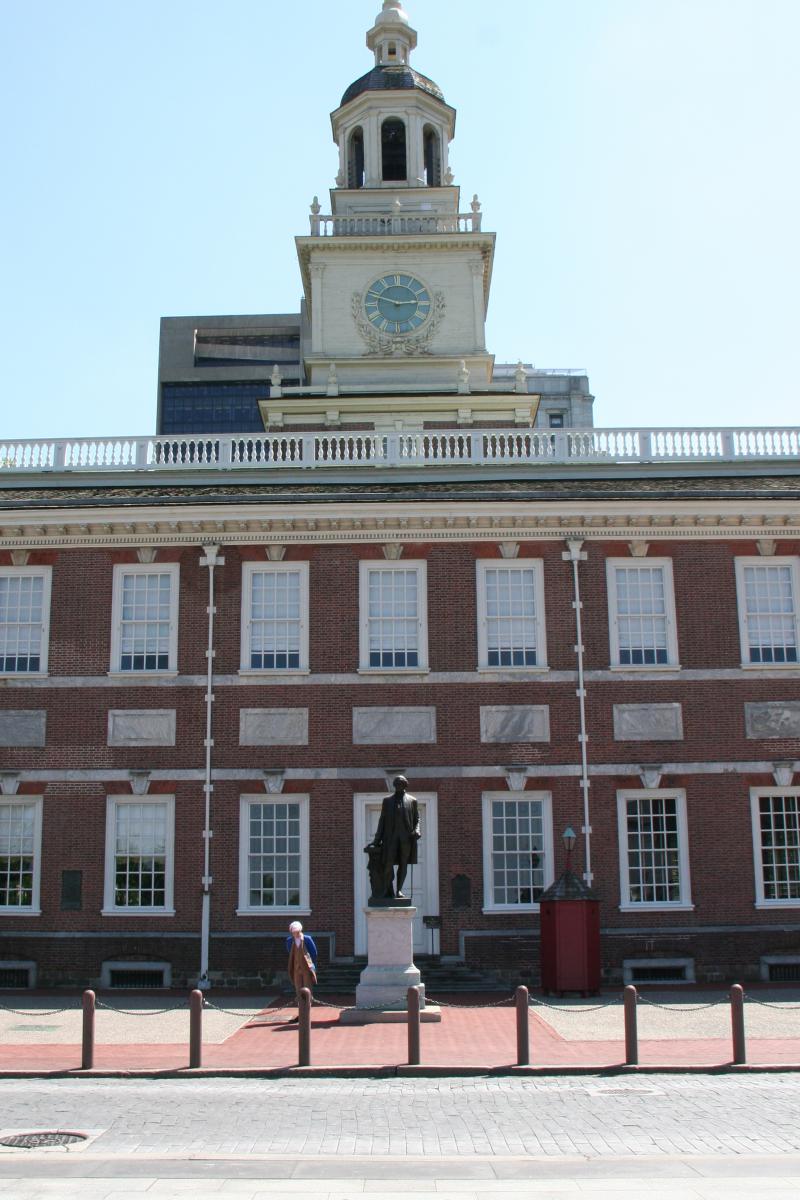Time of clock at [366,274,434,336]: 2:48
